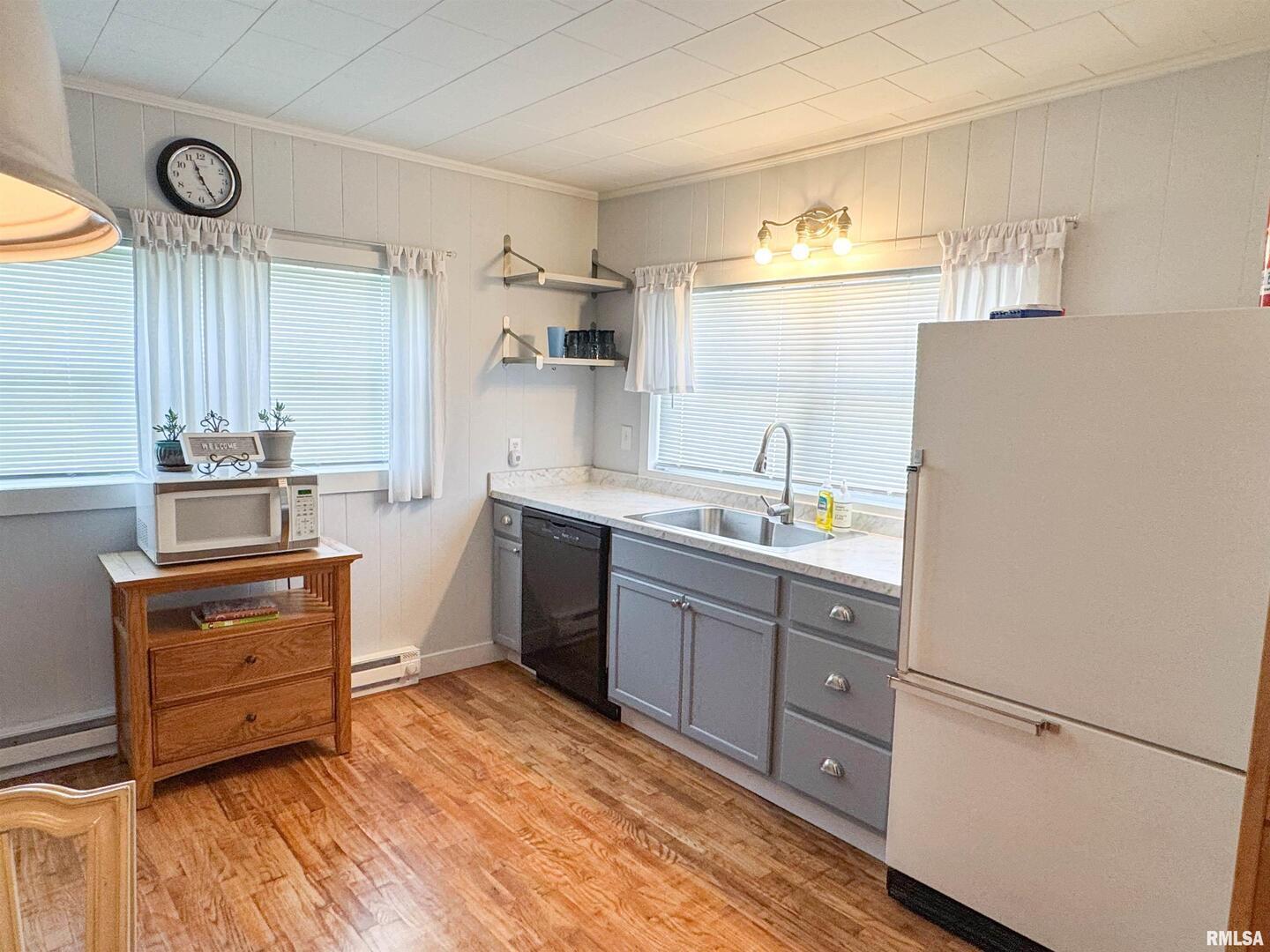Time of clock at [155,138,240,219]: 11:24
